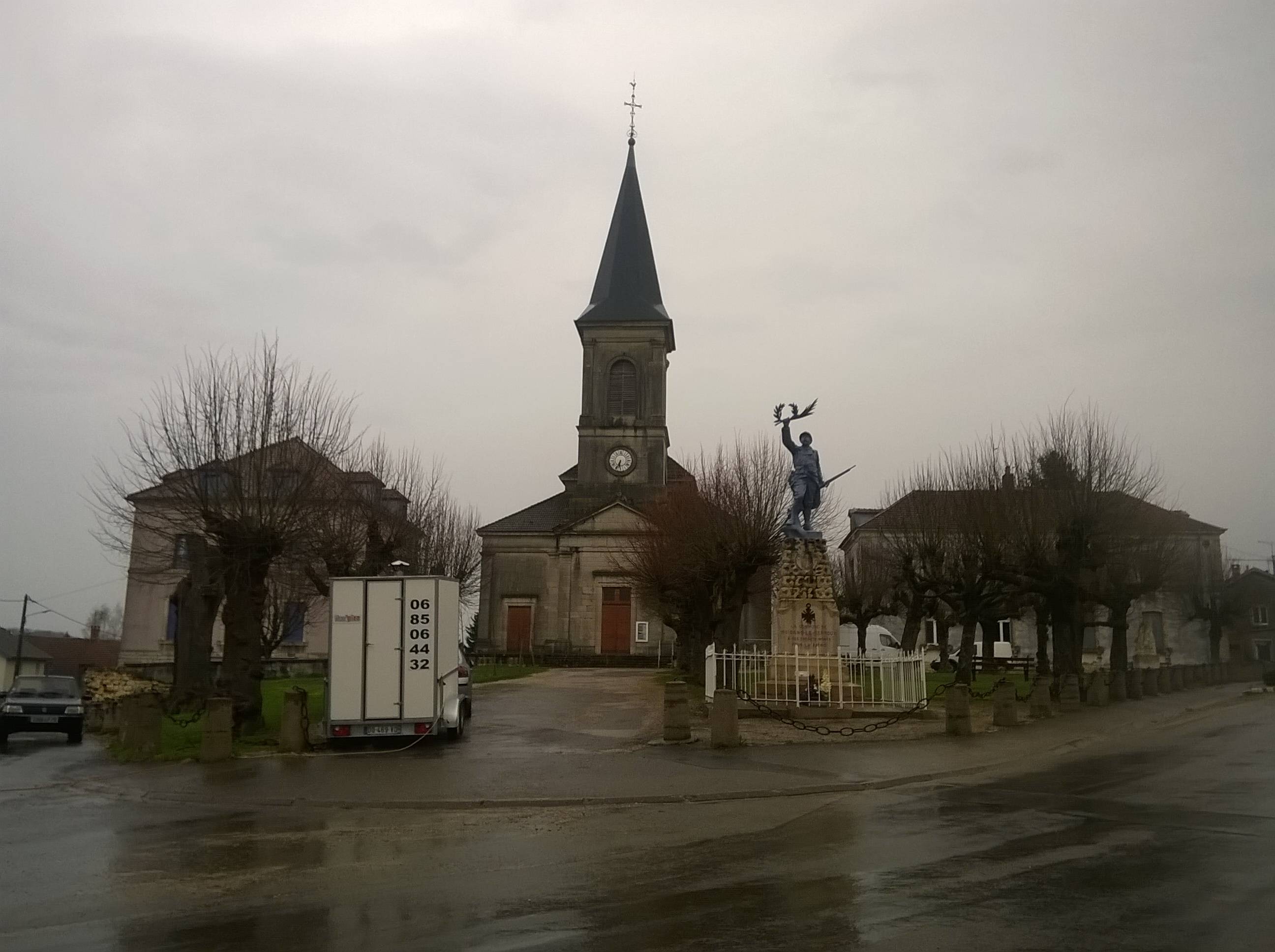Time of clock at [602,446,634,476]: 6:34
